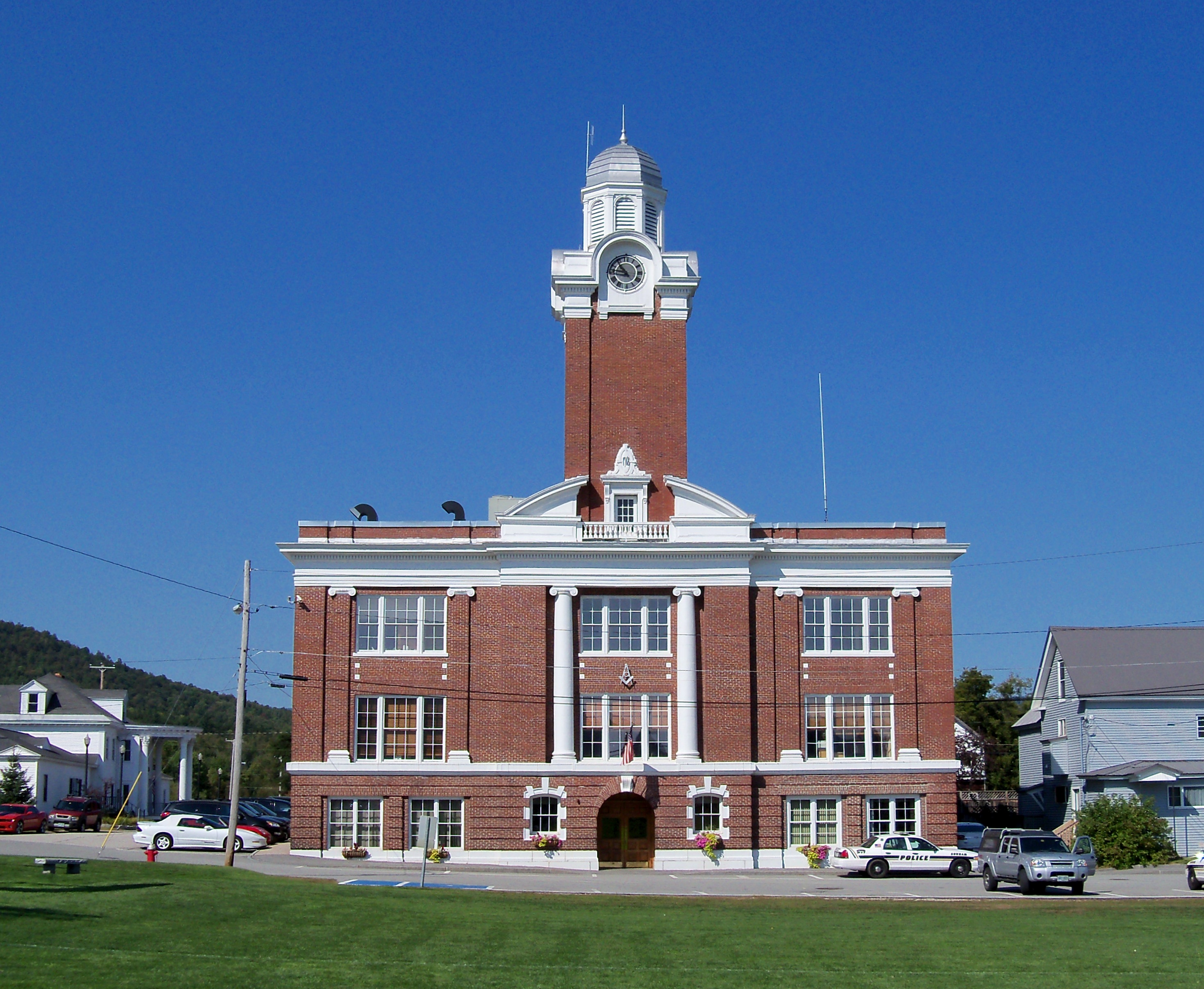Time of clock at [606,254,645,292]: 10:46
